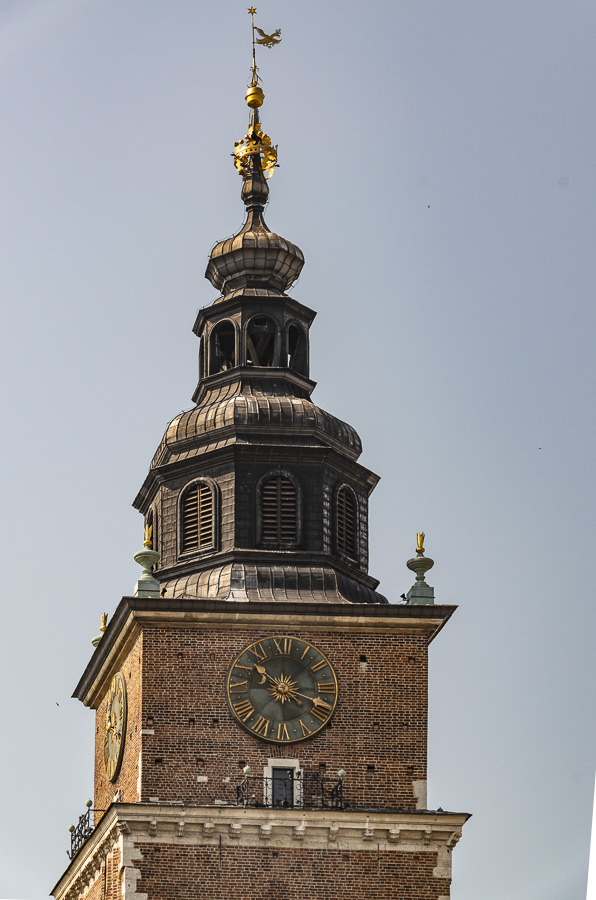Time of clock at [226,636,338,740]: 10:18
